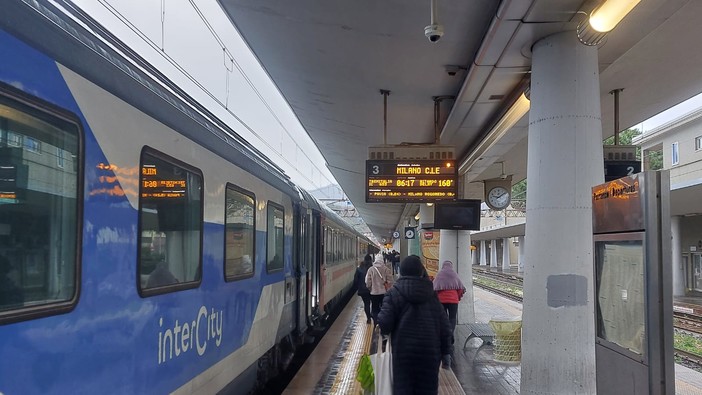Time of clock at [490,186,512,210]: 9:09
